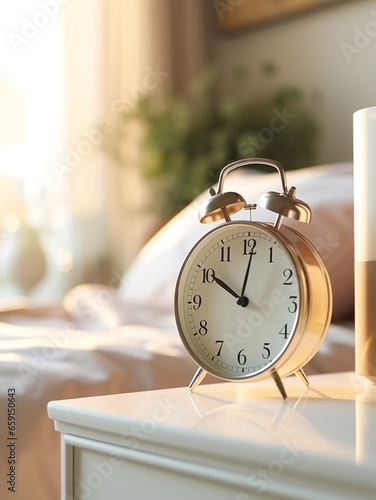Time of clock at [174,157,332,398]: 10:01
